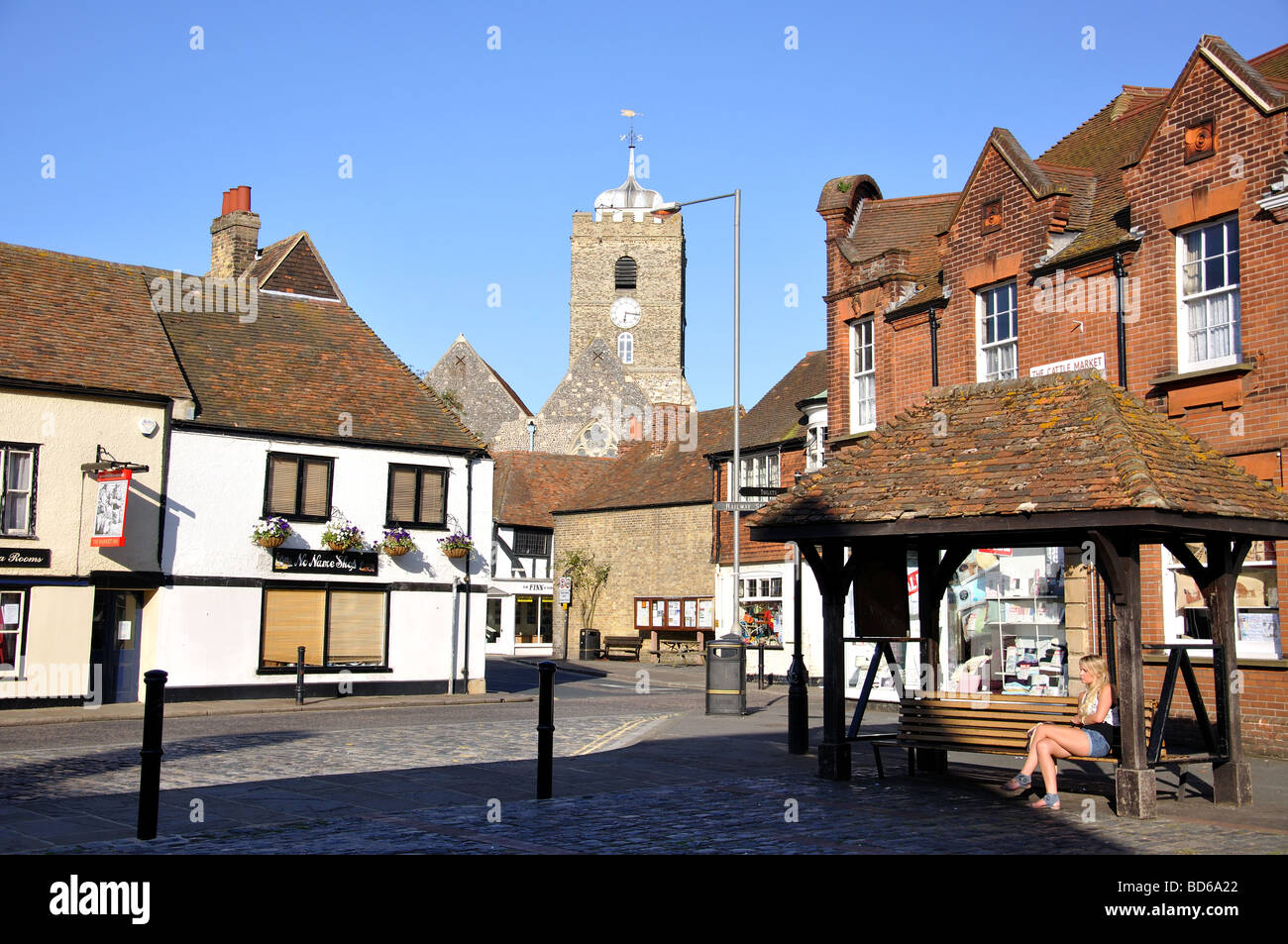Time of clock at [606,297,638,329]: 6:16
